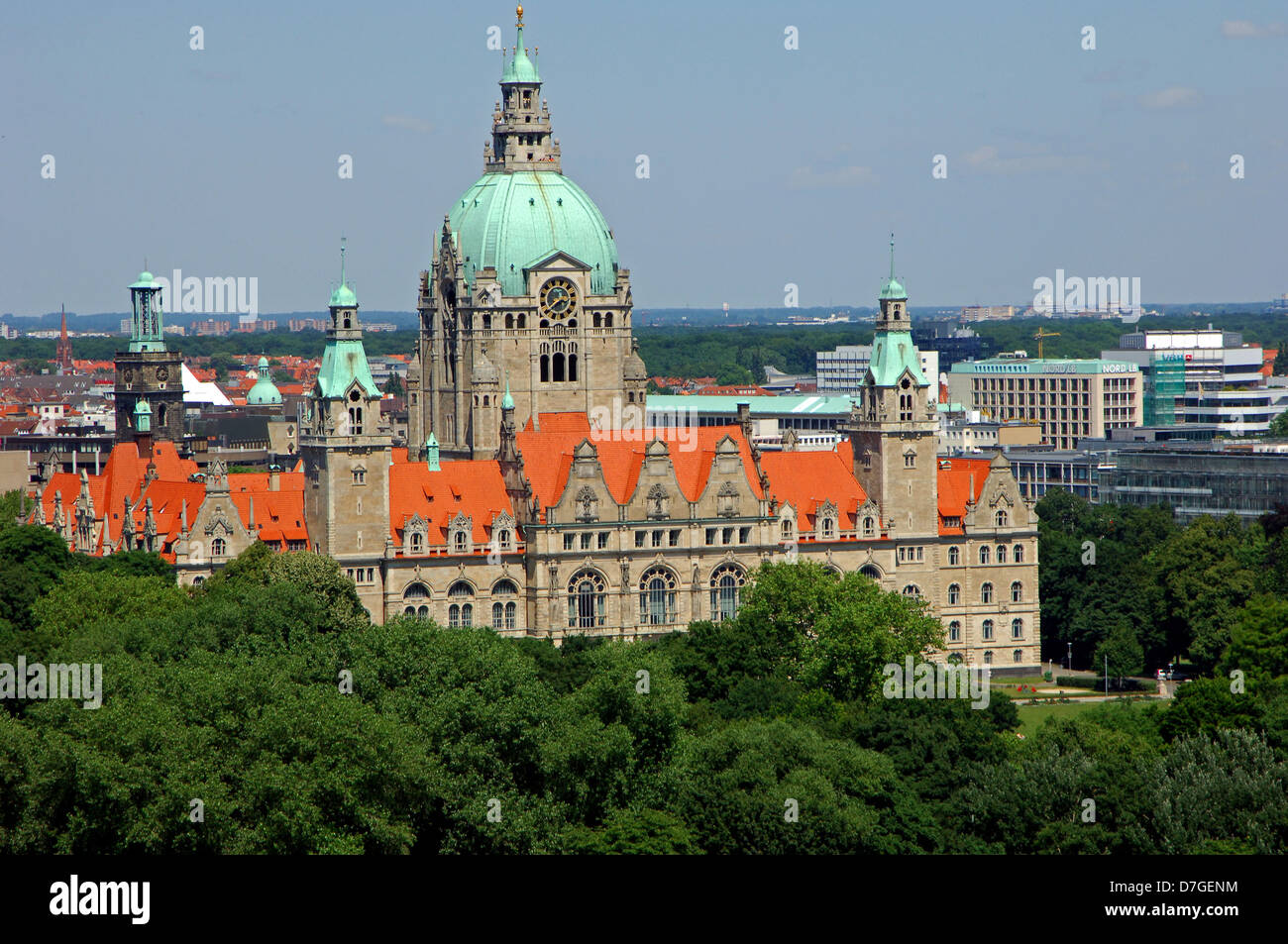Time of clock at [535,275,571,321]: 2:38
